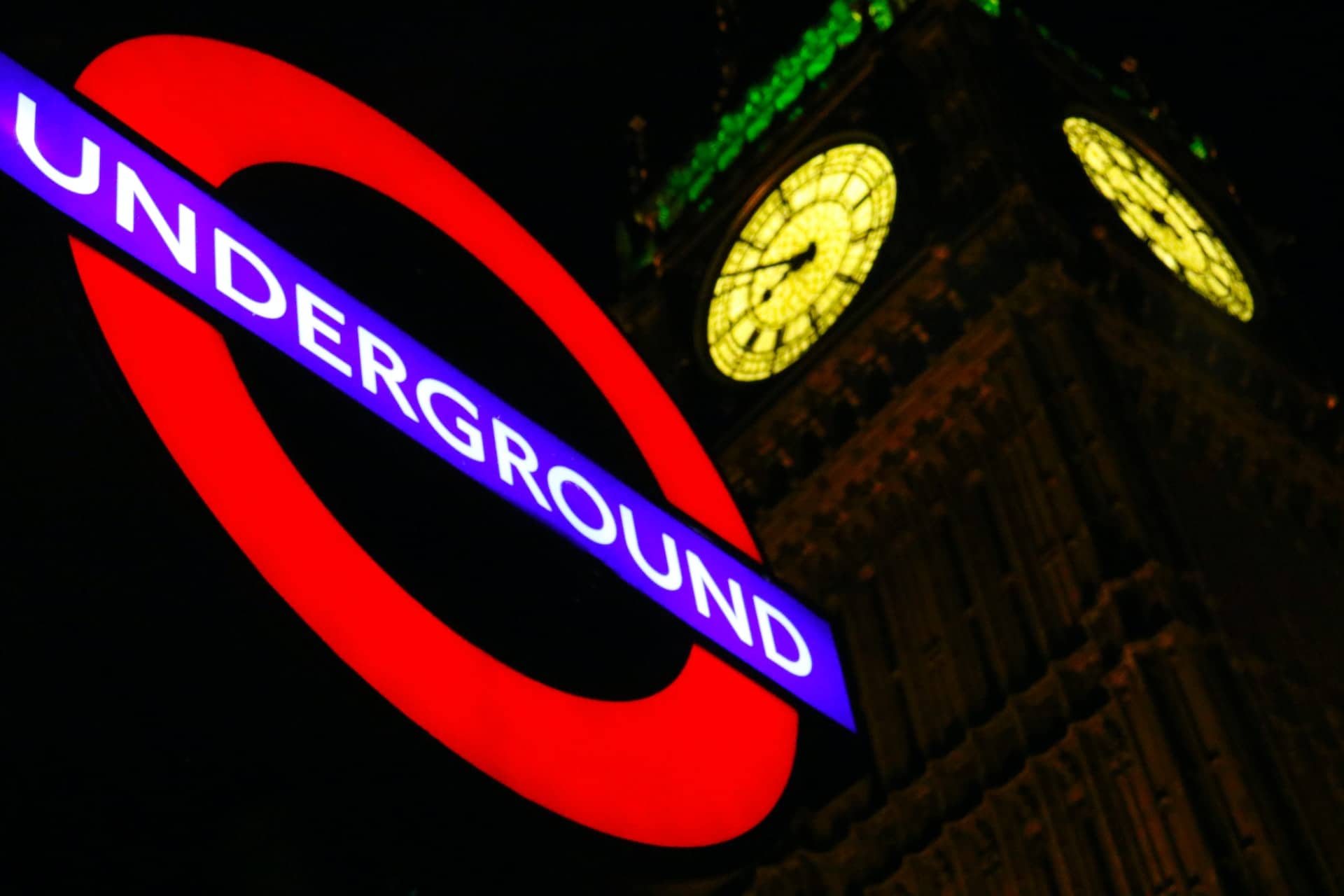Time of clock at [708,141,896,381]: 7:46
